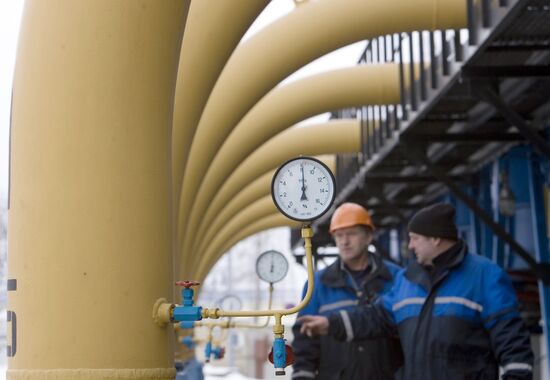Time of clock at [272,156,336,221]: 7:00
